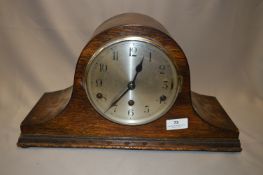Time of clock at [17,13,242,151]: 12:35
